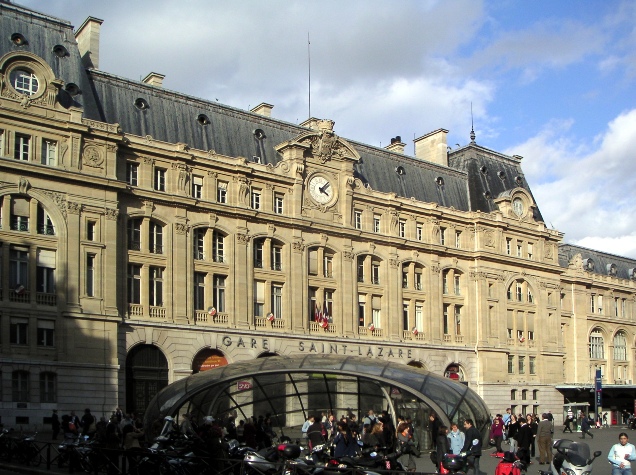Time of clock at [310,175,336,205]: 4:08
